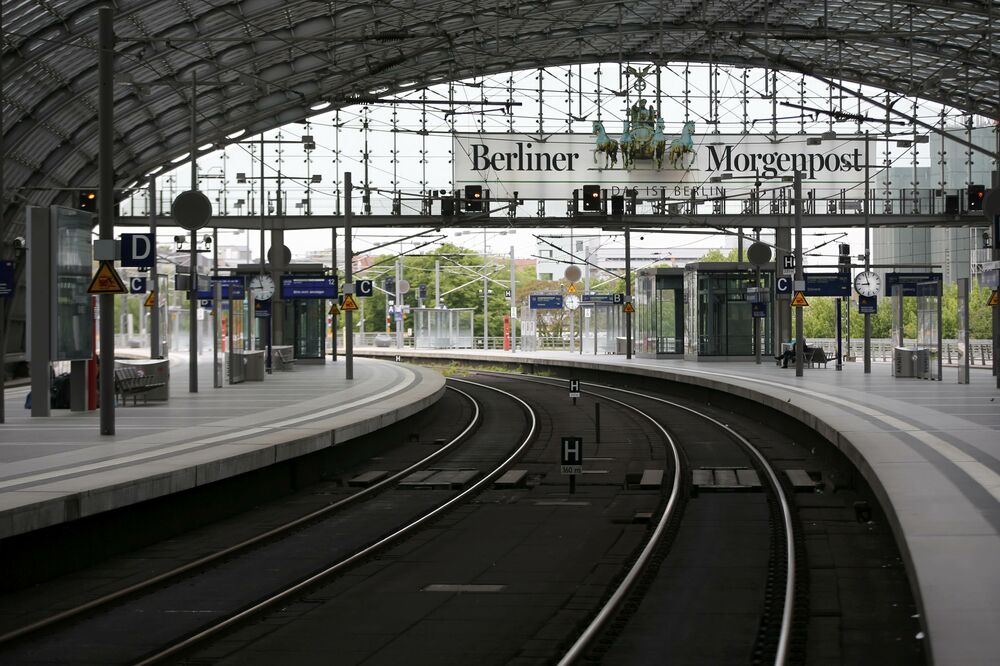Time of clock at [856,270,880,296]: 8:57
